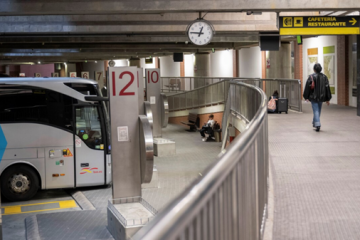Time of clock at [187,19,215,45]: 12:46
